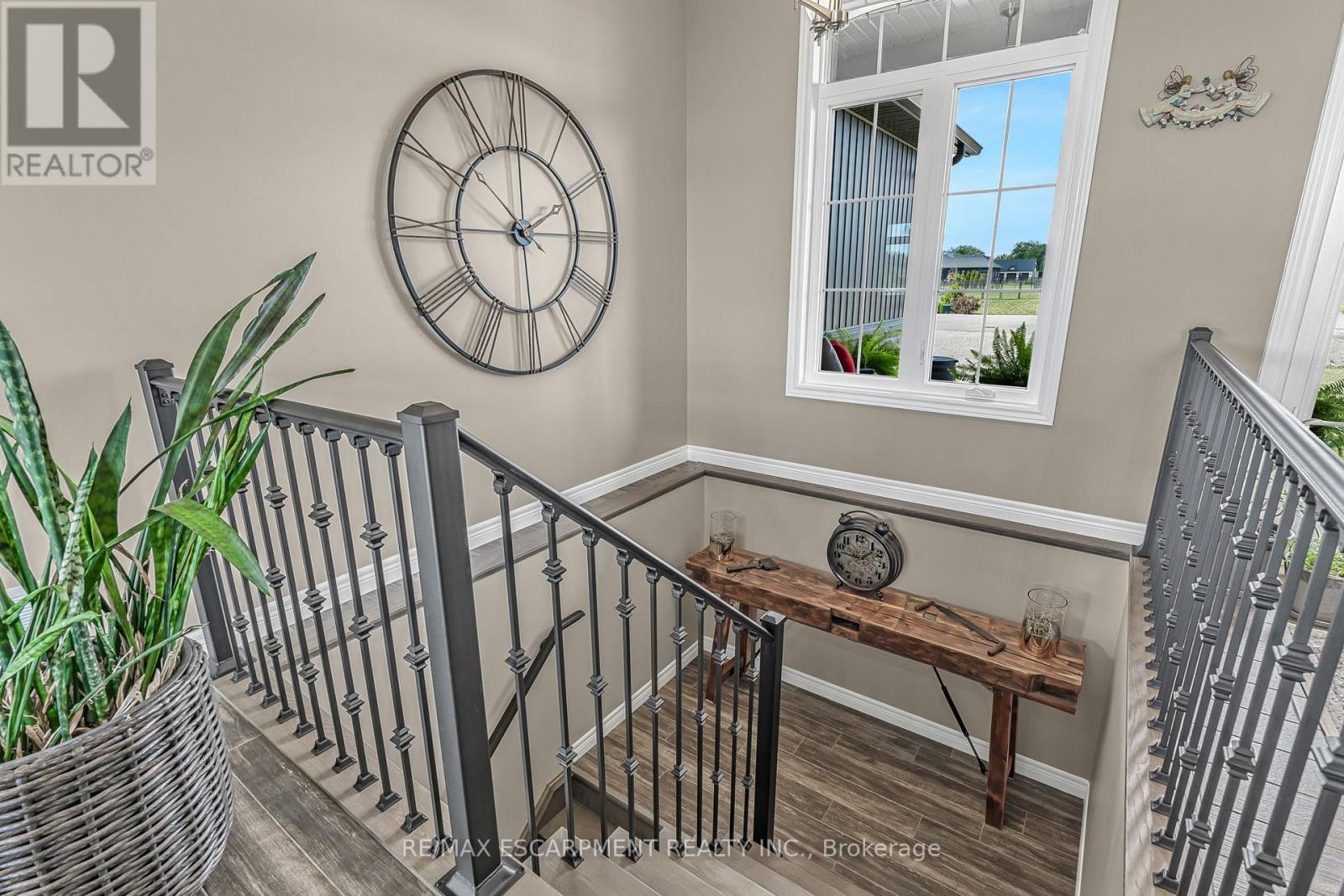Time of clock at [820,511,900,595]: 1:46
